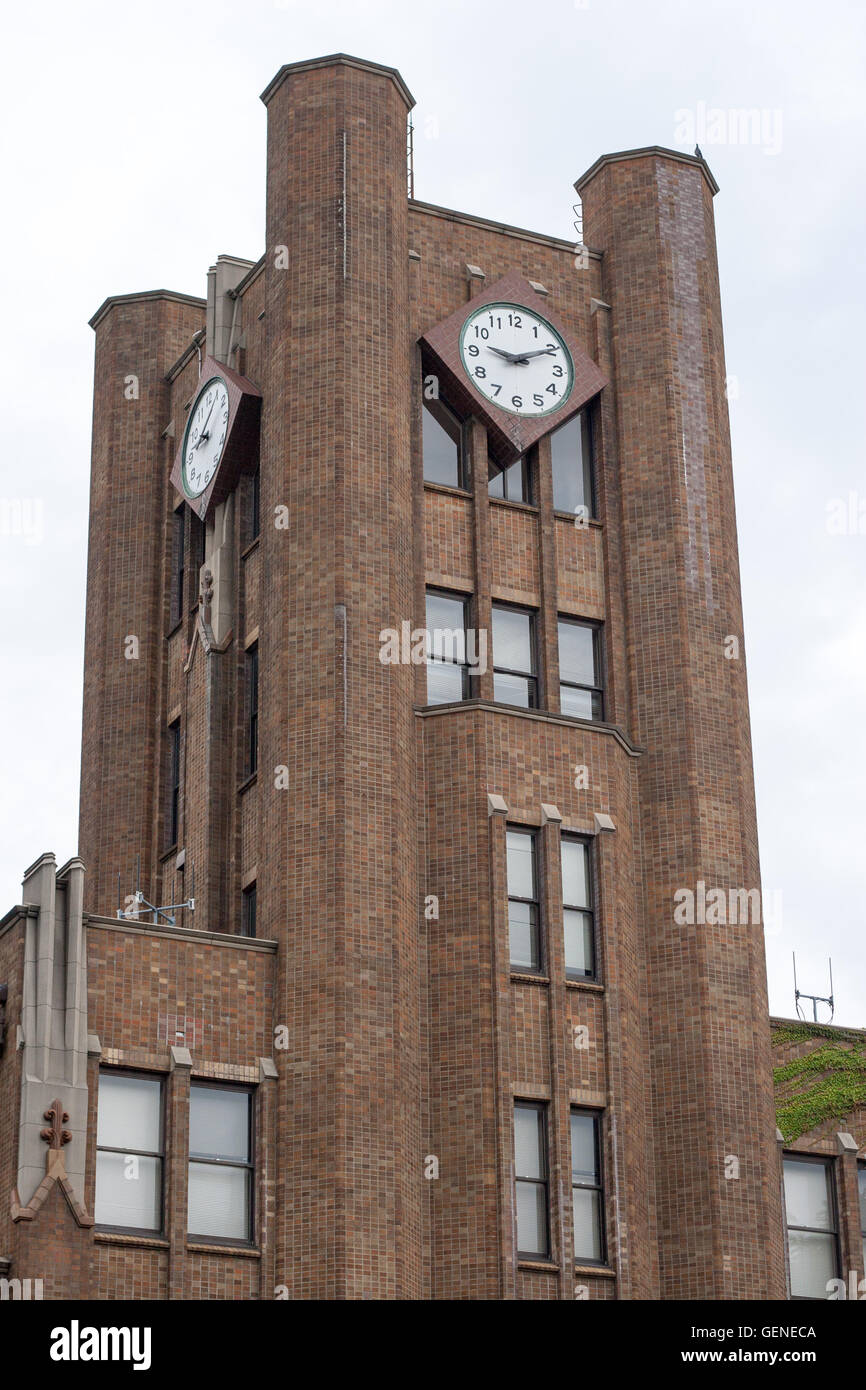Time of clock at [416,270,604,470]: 9:10
